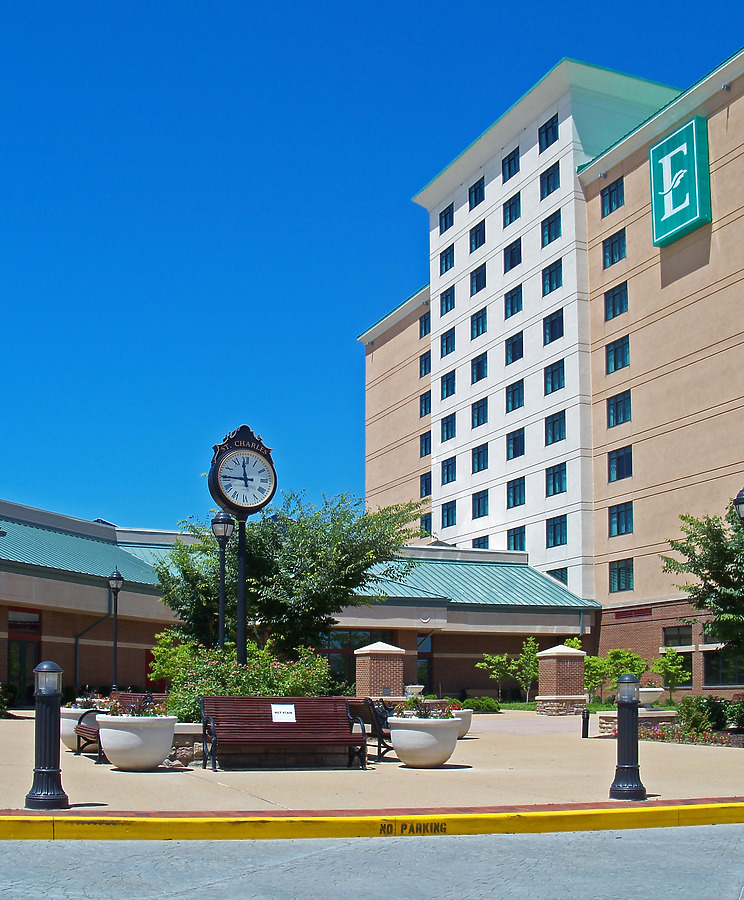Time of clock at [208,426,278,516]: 11:45
